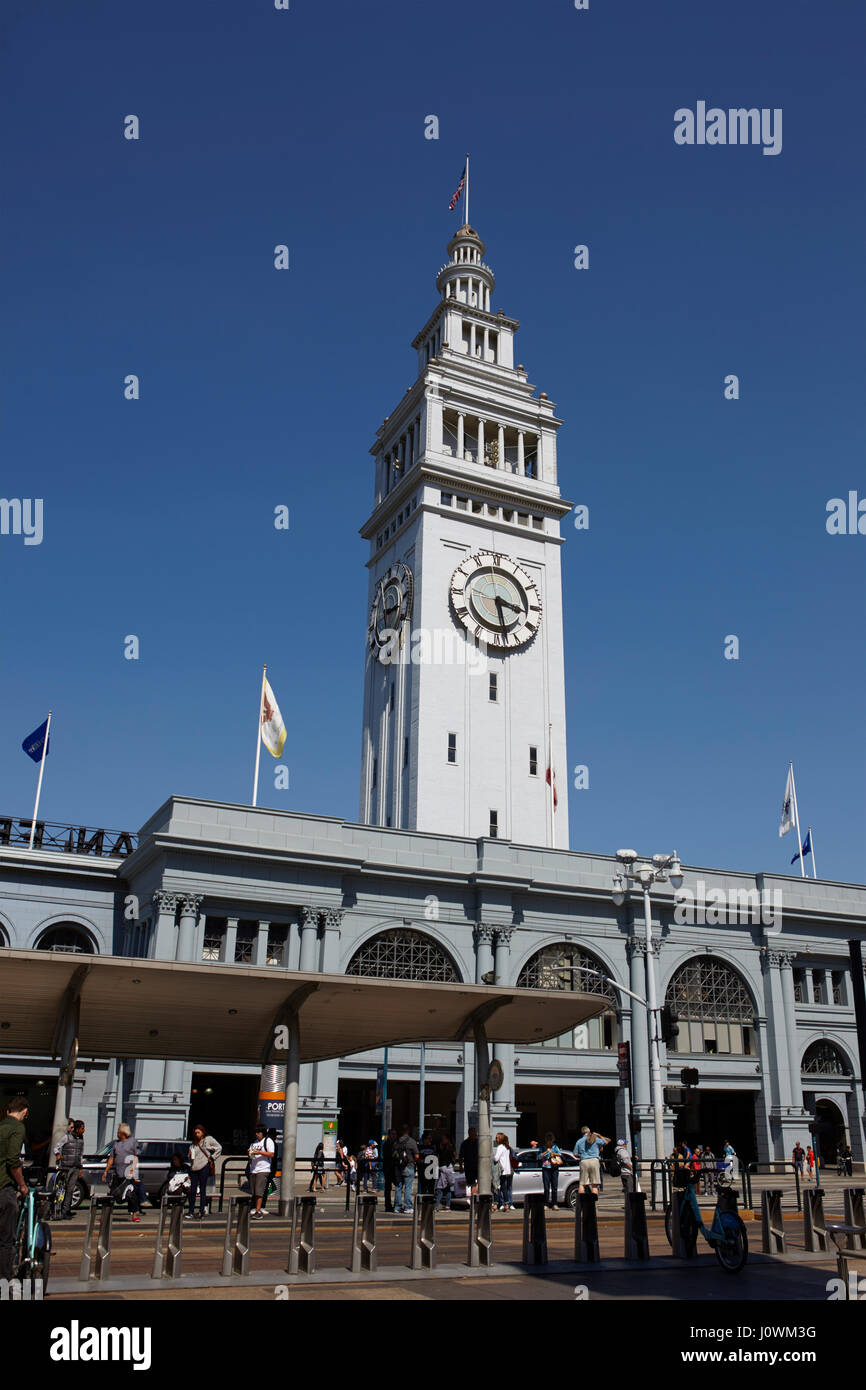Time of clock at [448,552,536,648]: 3:28
